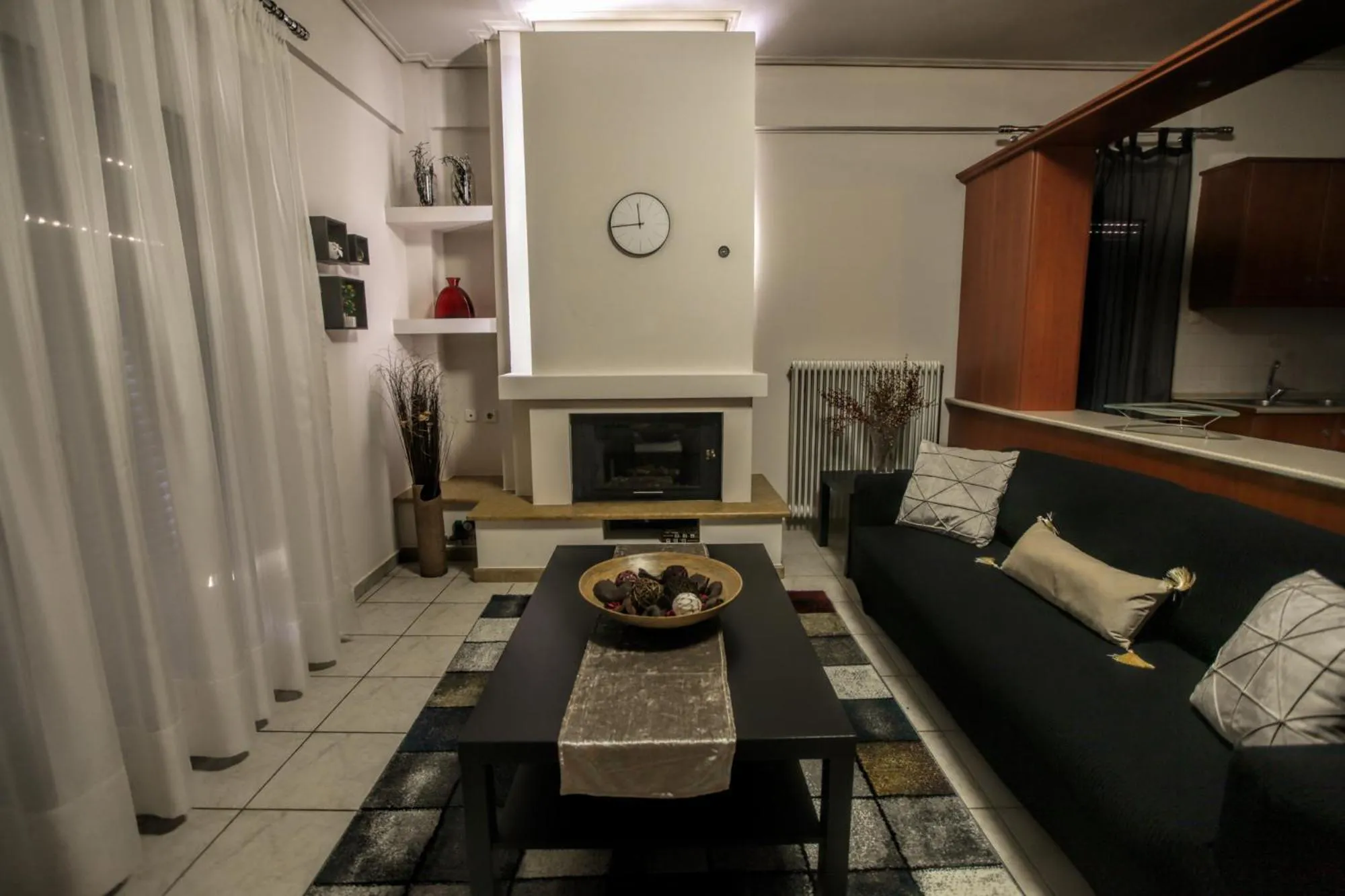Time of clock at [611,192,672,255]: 11:44
